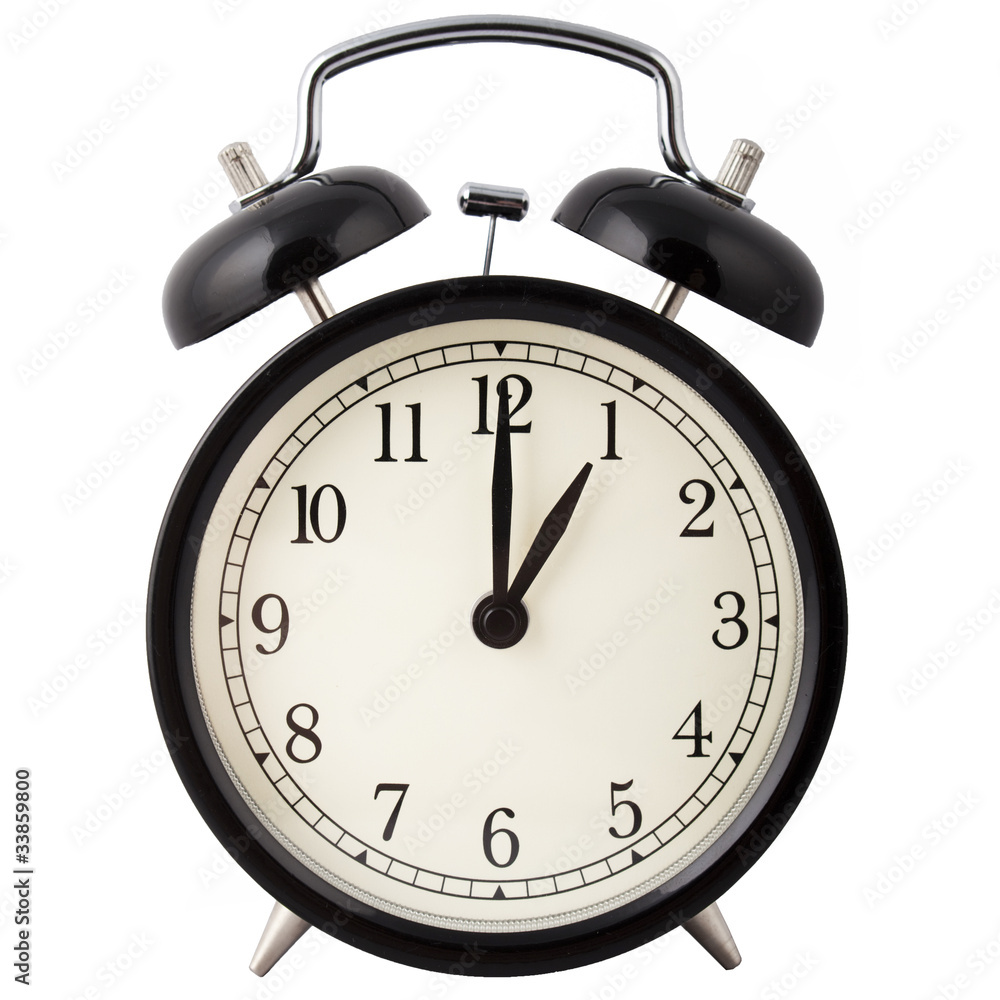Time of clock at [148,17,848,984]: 1:00
